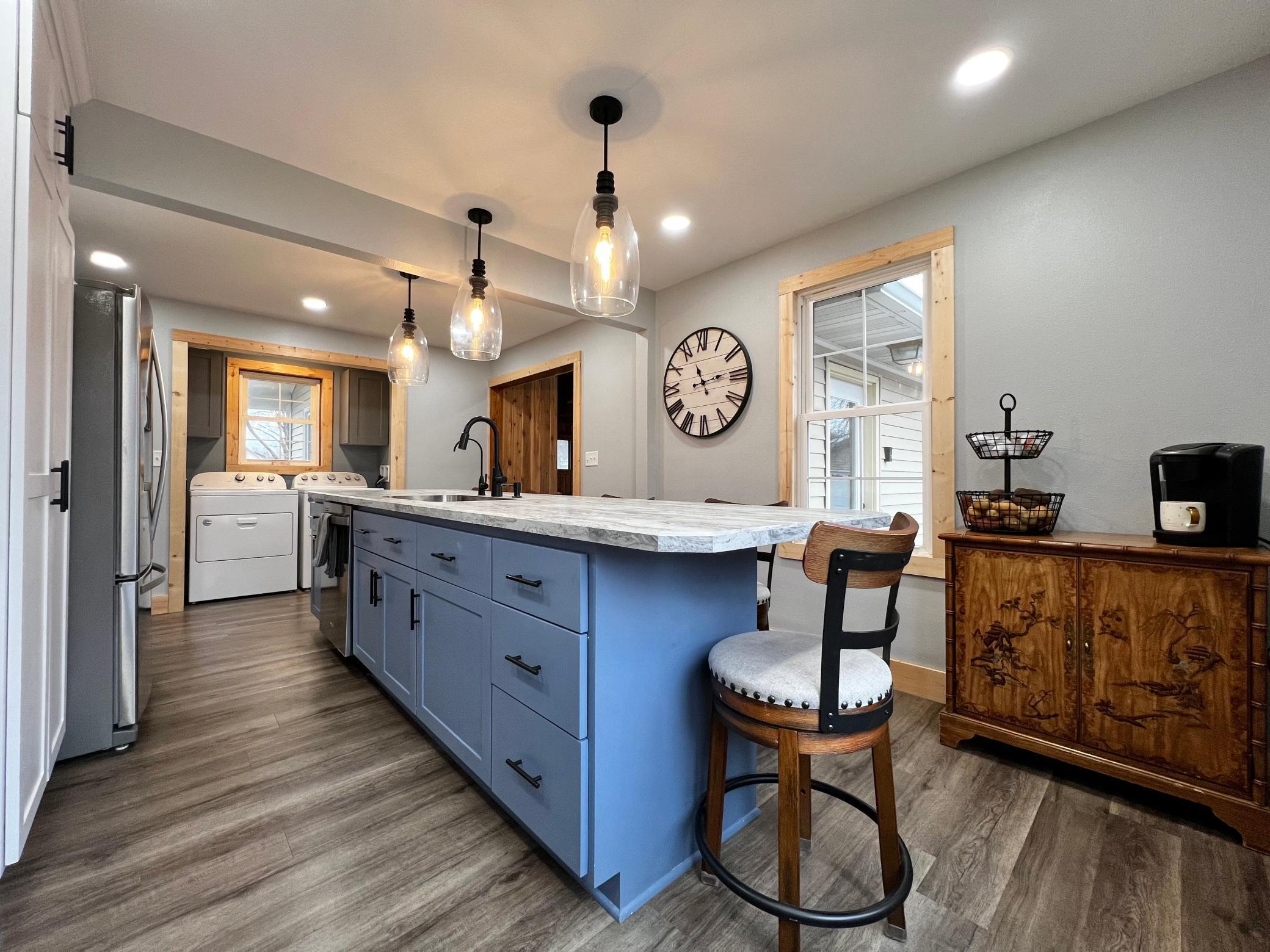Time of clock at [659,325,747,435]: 11:13
